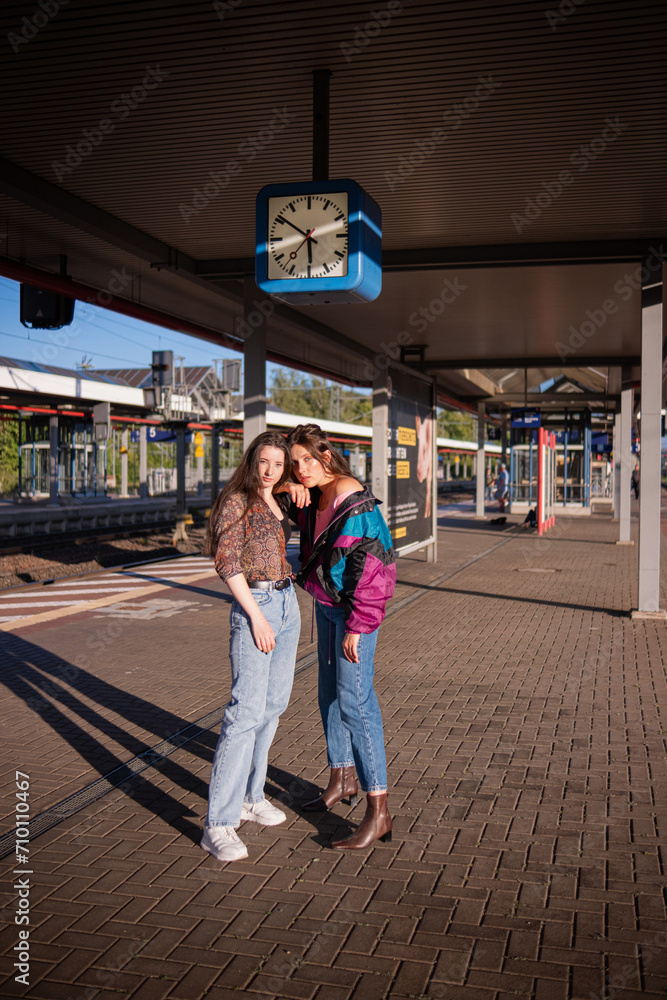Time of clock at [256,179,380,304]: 5:50
